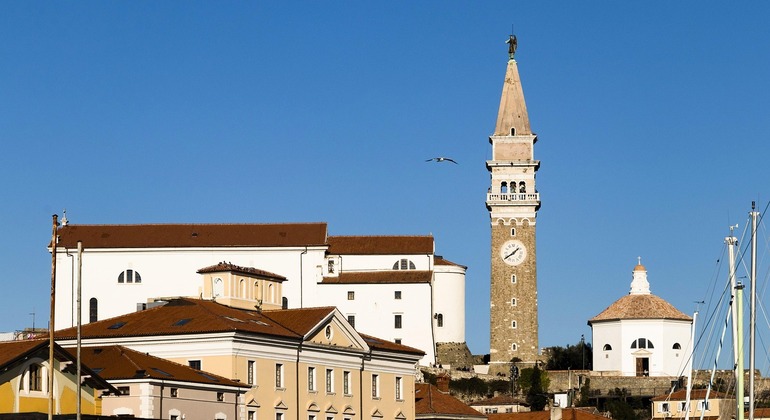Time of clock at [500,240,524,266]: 1:39
